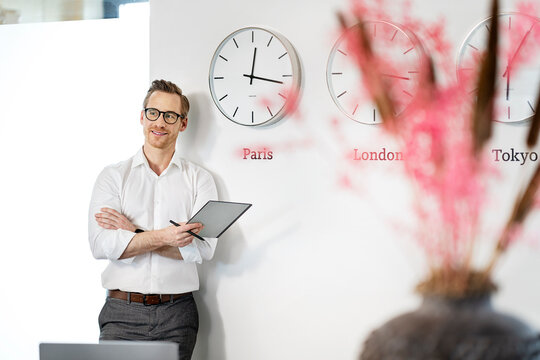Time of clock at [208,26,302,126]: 12:16
